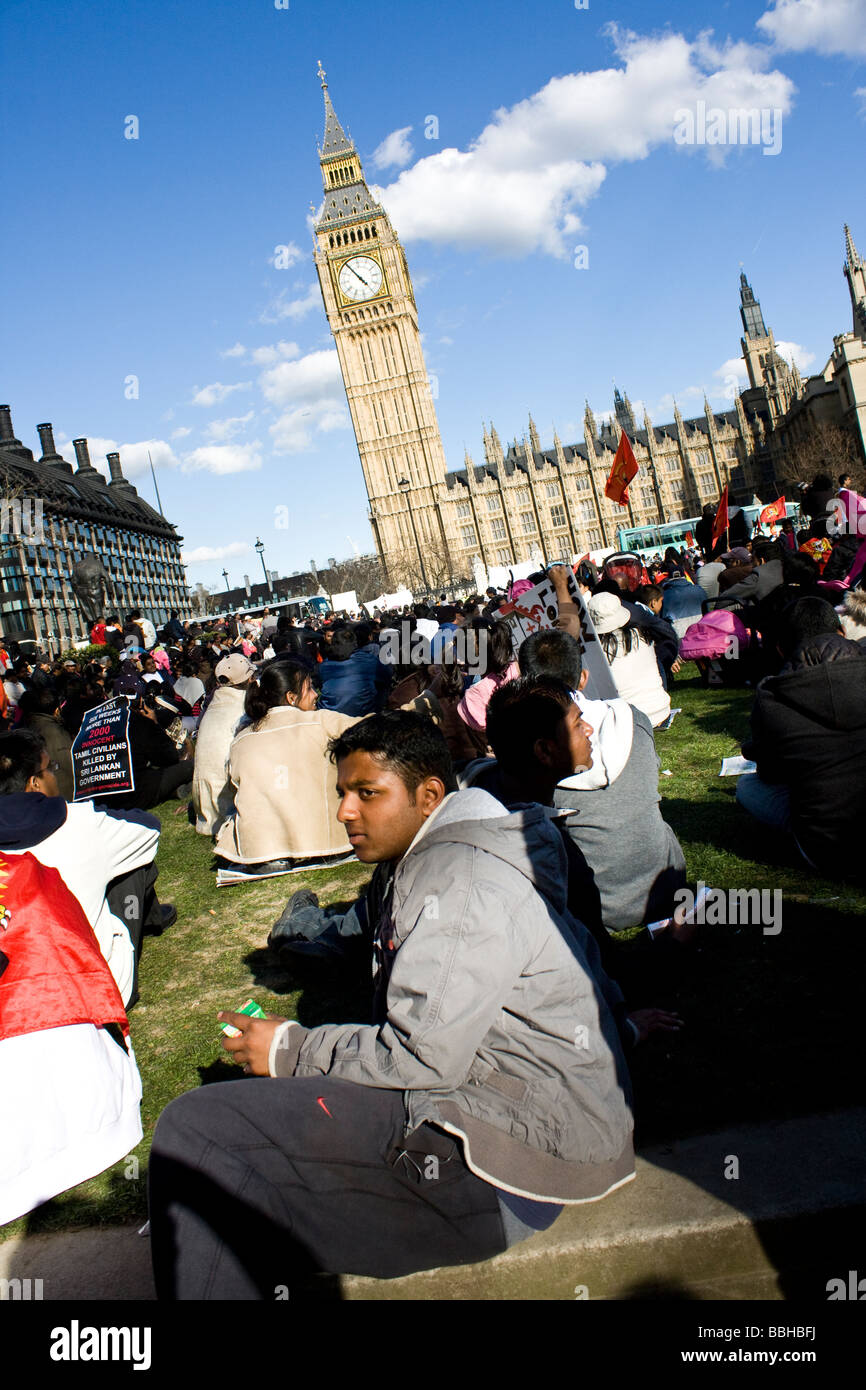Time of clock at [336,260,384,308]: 4:54
